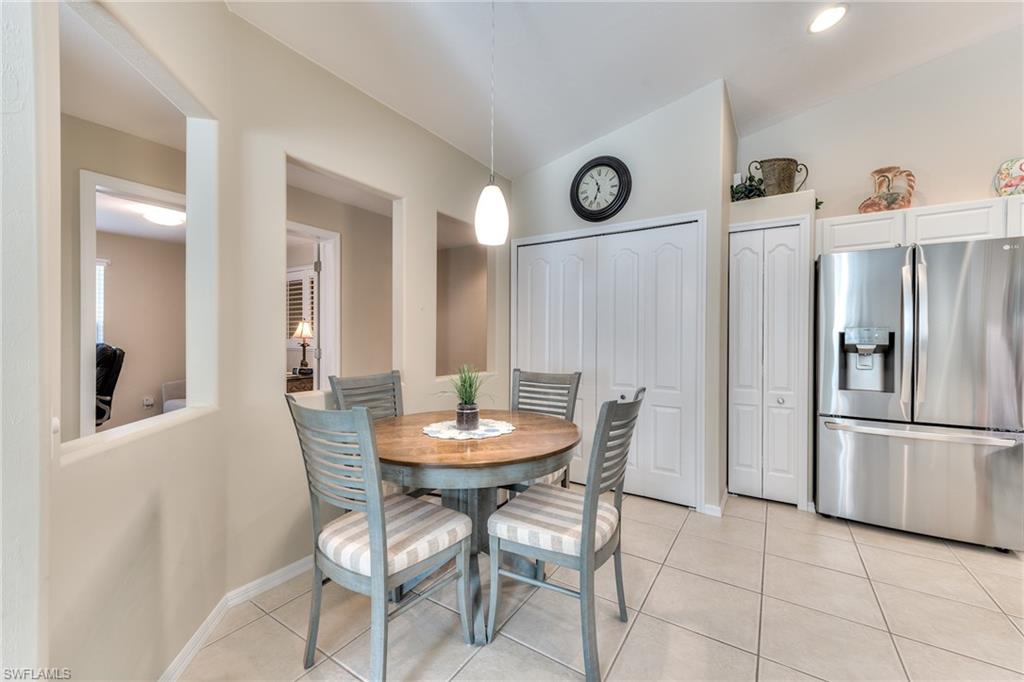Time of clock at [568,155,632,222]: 11:33
